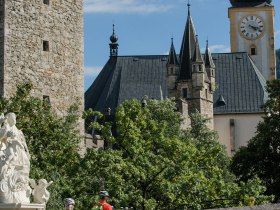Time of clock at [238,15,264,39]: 4:17
